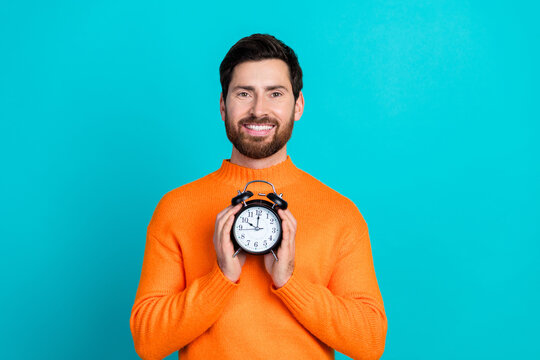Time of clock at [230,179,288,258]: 10:00
